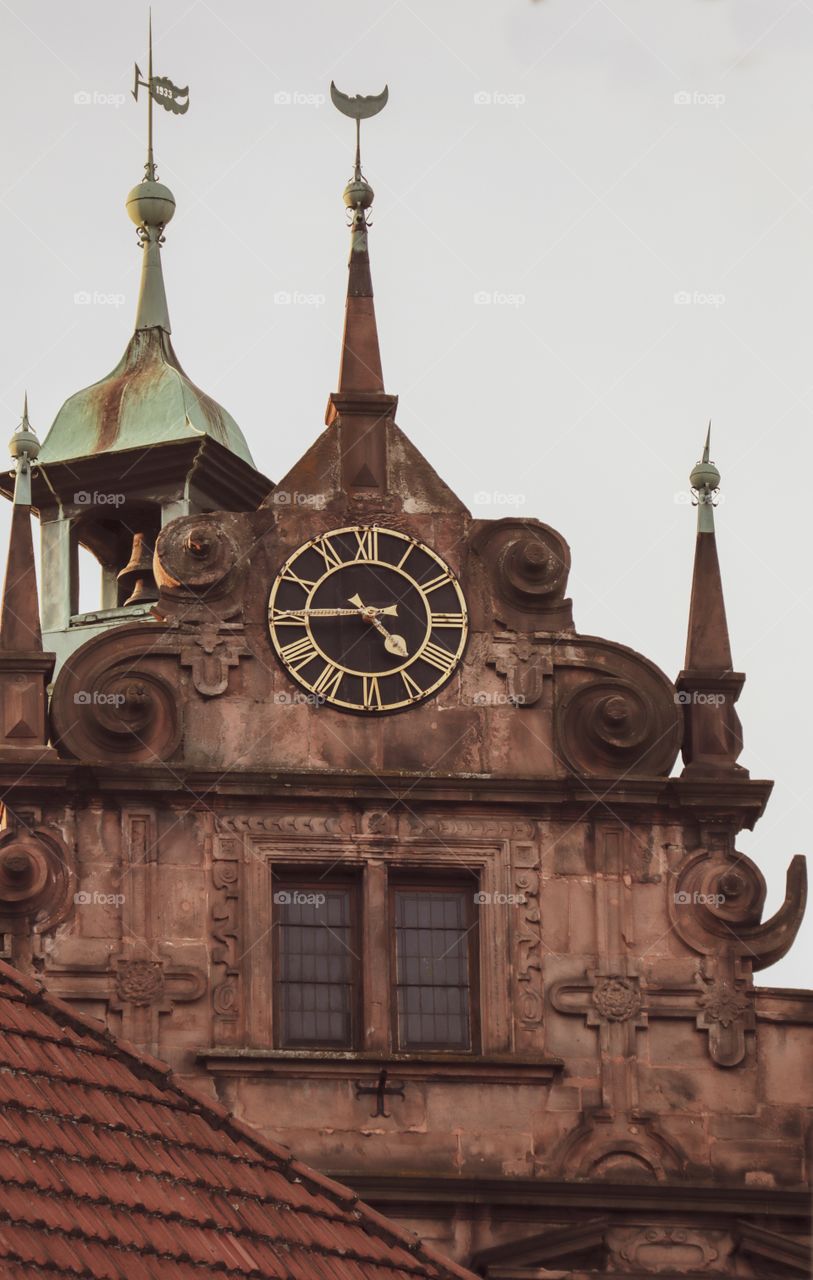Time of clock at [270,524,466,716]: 4:44
